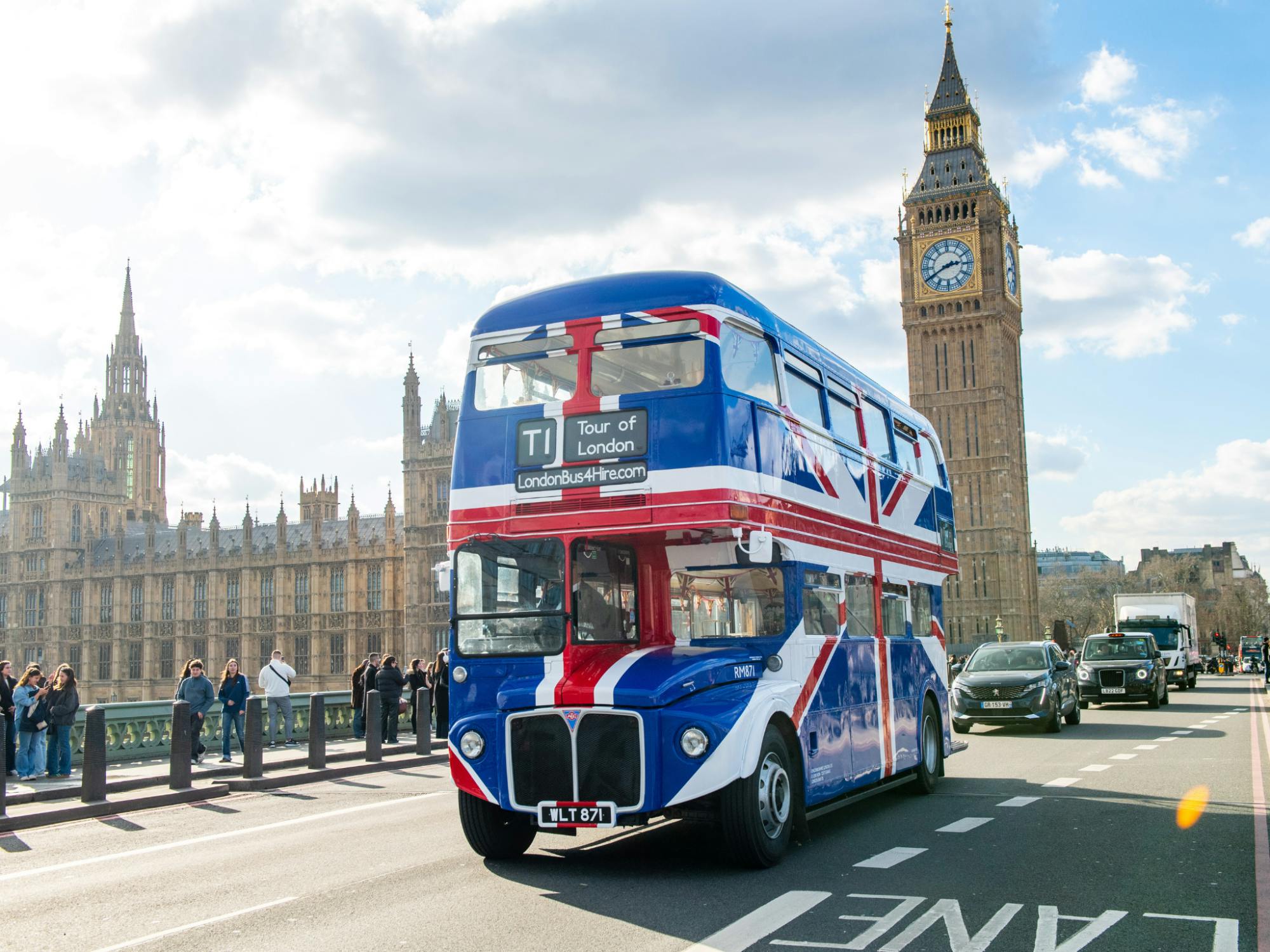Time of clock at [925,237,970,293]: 2:40
